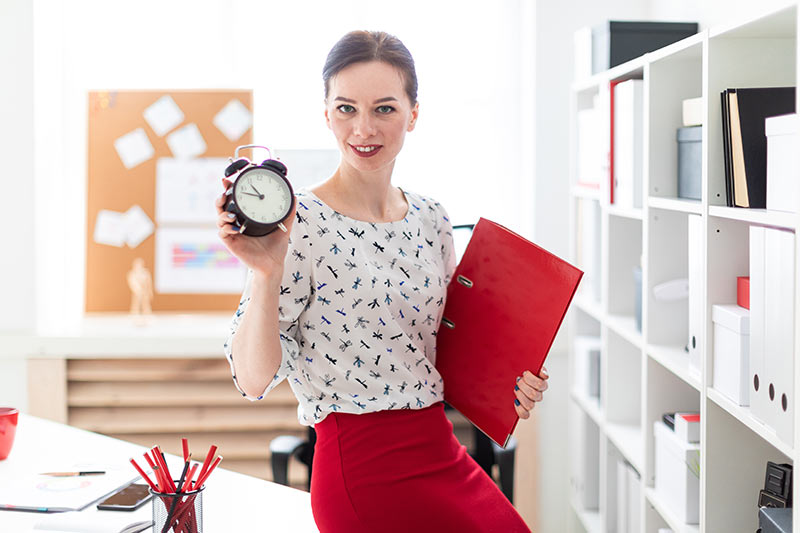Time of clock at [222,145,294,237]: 10:47
